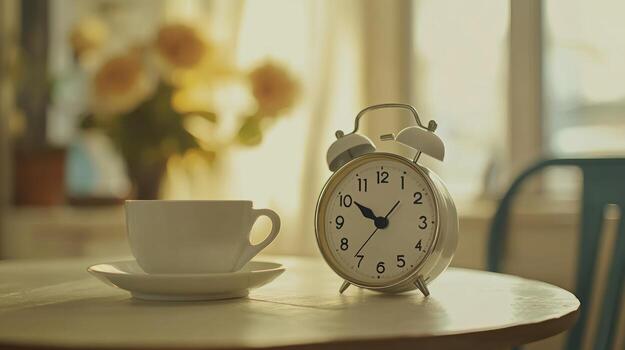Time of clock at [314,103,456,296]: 9:50
